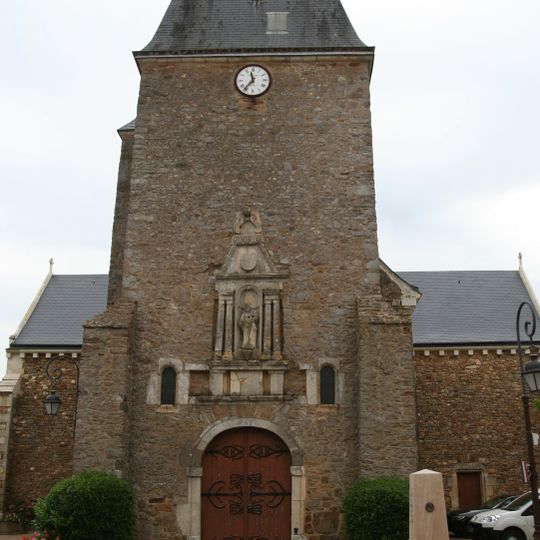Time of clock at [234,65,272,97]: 11:36
